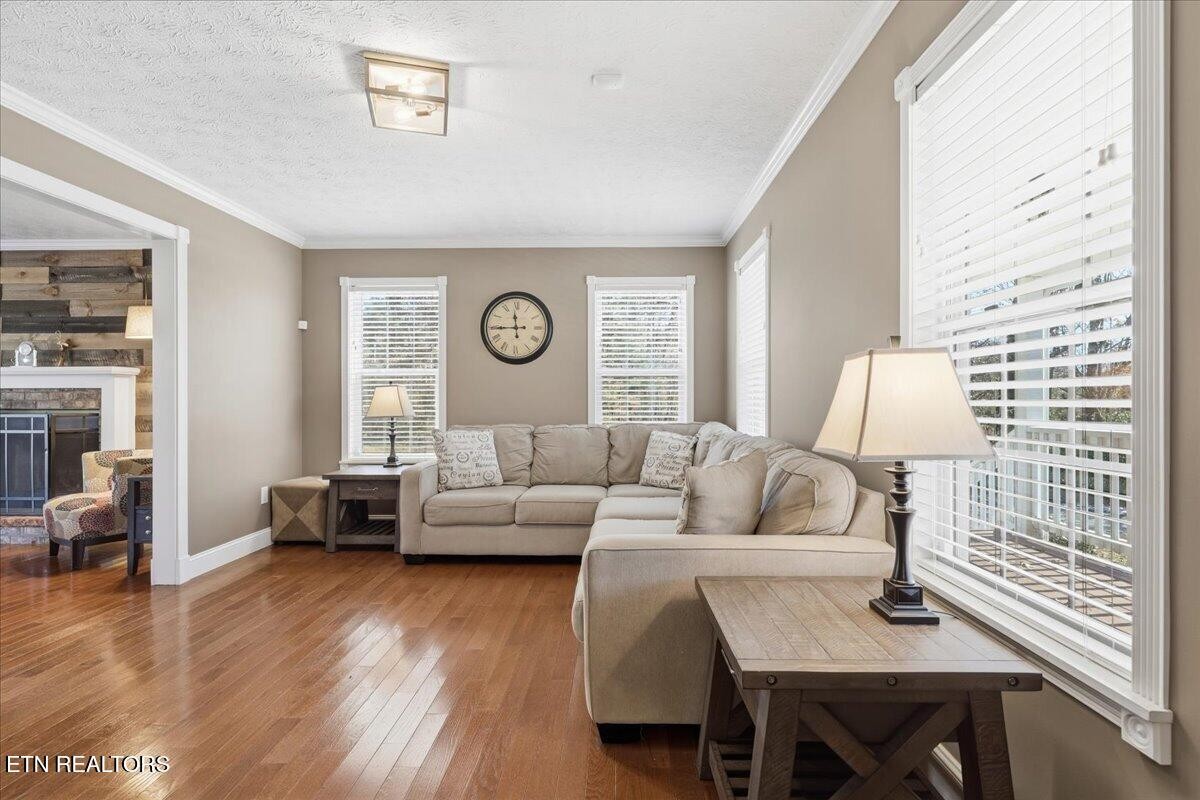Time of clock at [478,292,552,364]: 11:44
